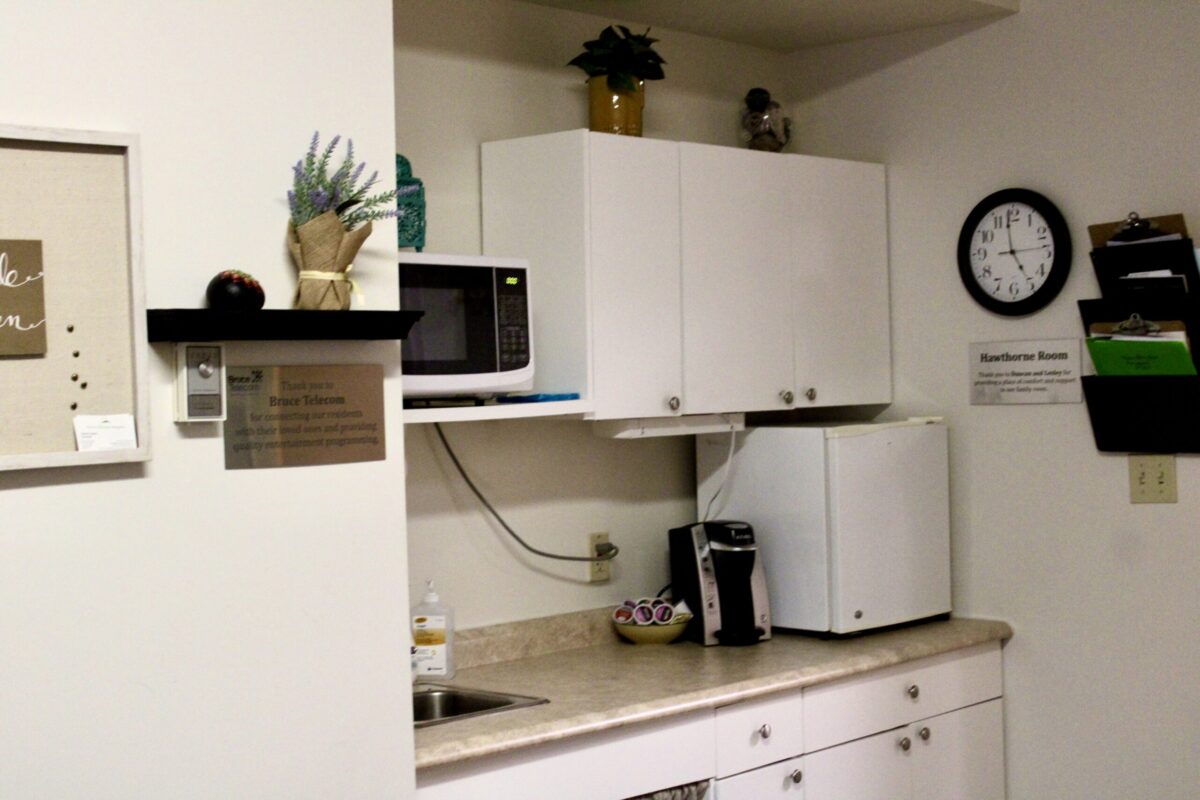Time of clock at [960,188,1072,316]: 4:58
